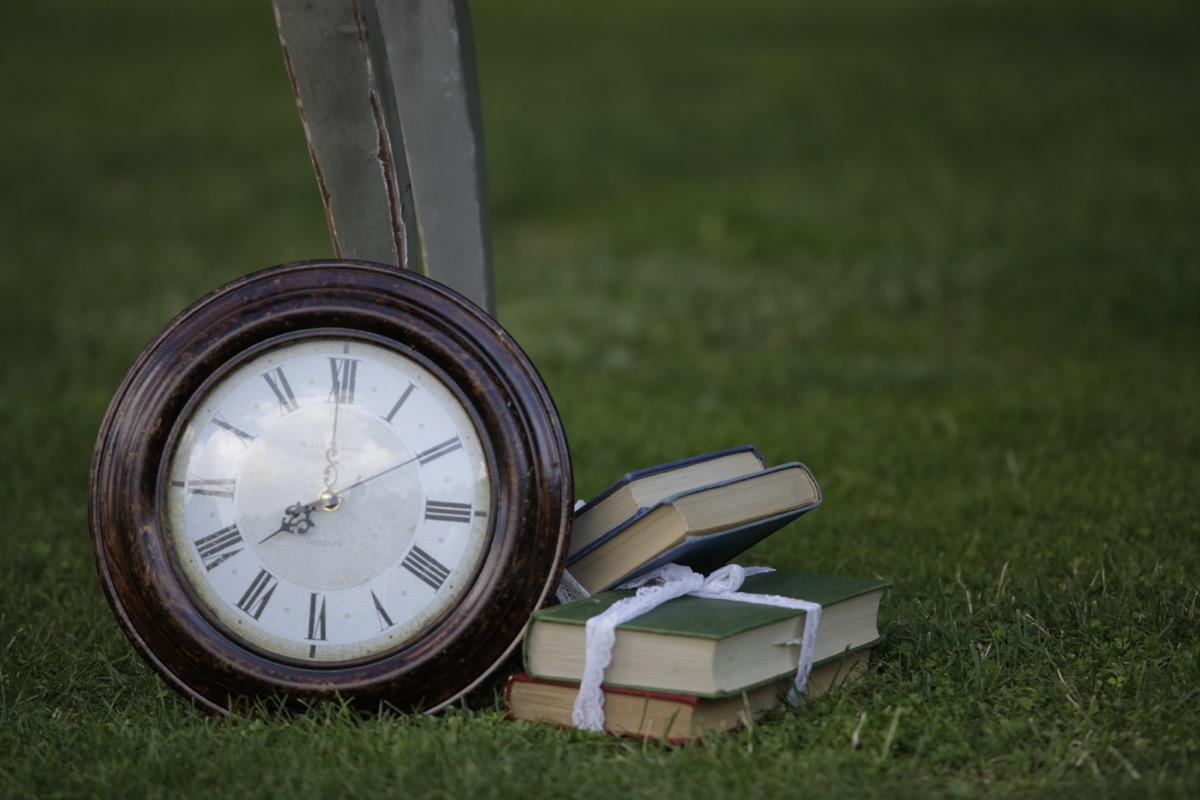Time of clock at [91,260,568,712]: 8:00
